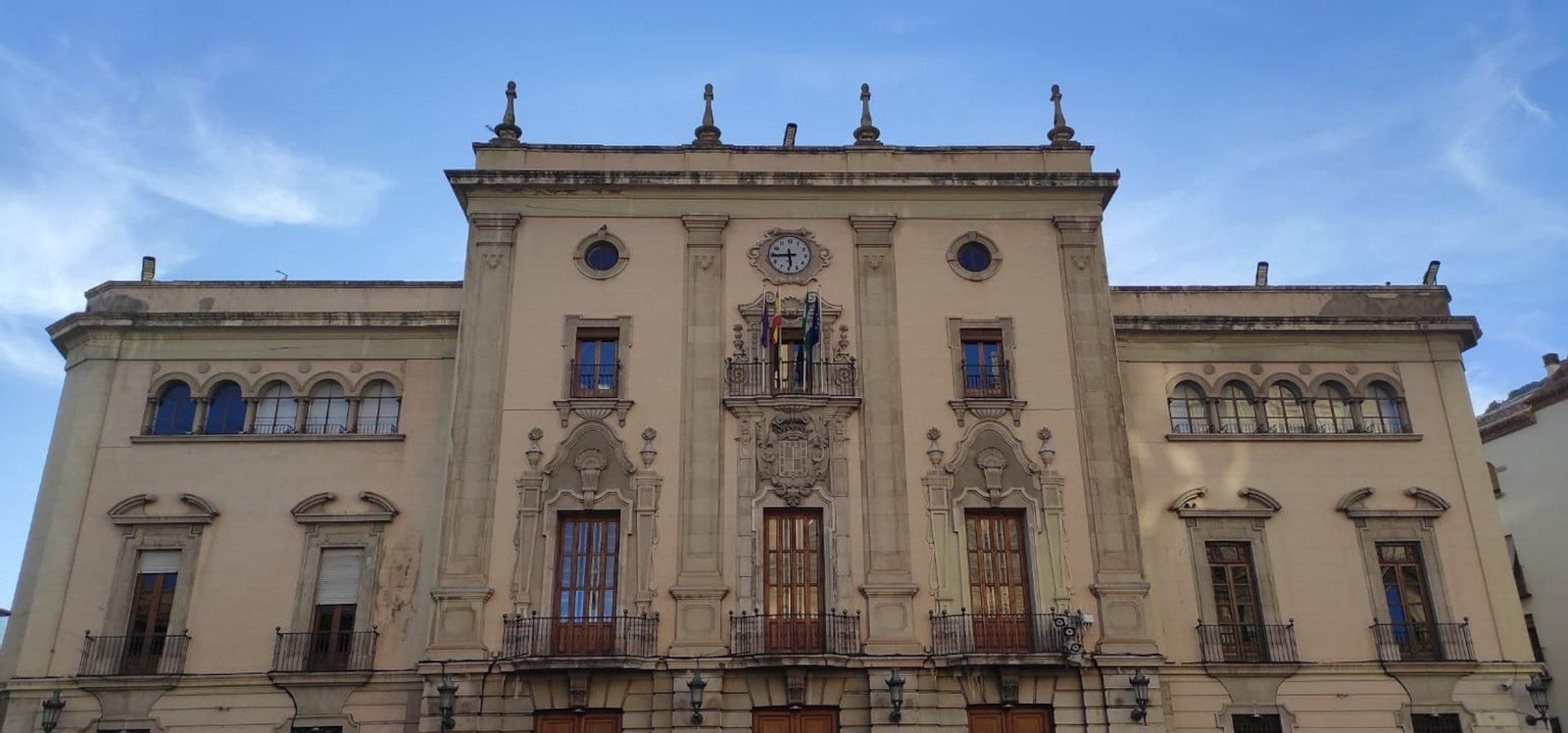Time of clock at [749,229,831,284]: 5:44
